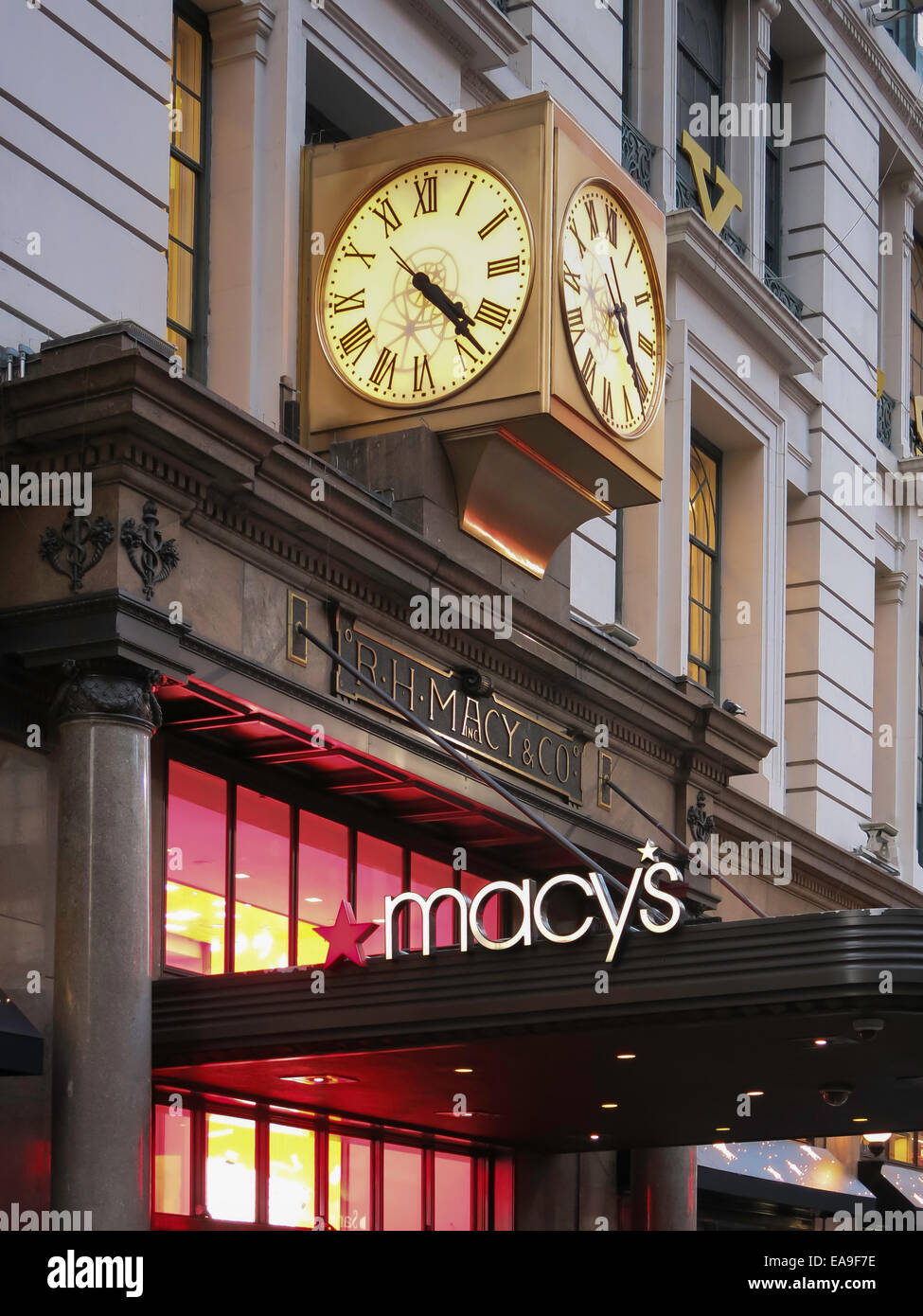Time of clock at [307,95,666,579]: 4:22
